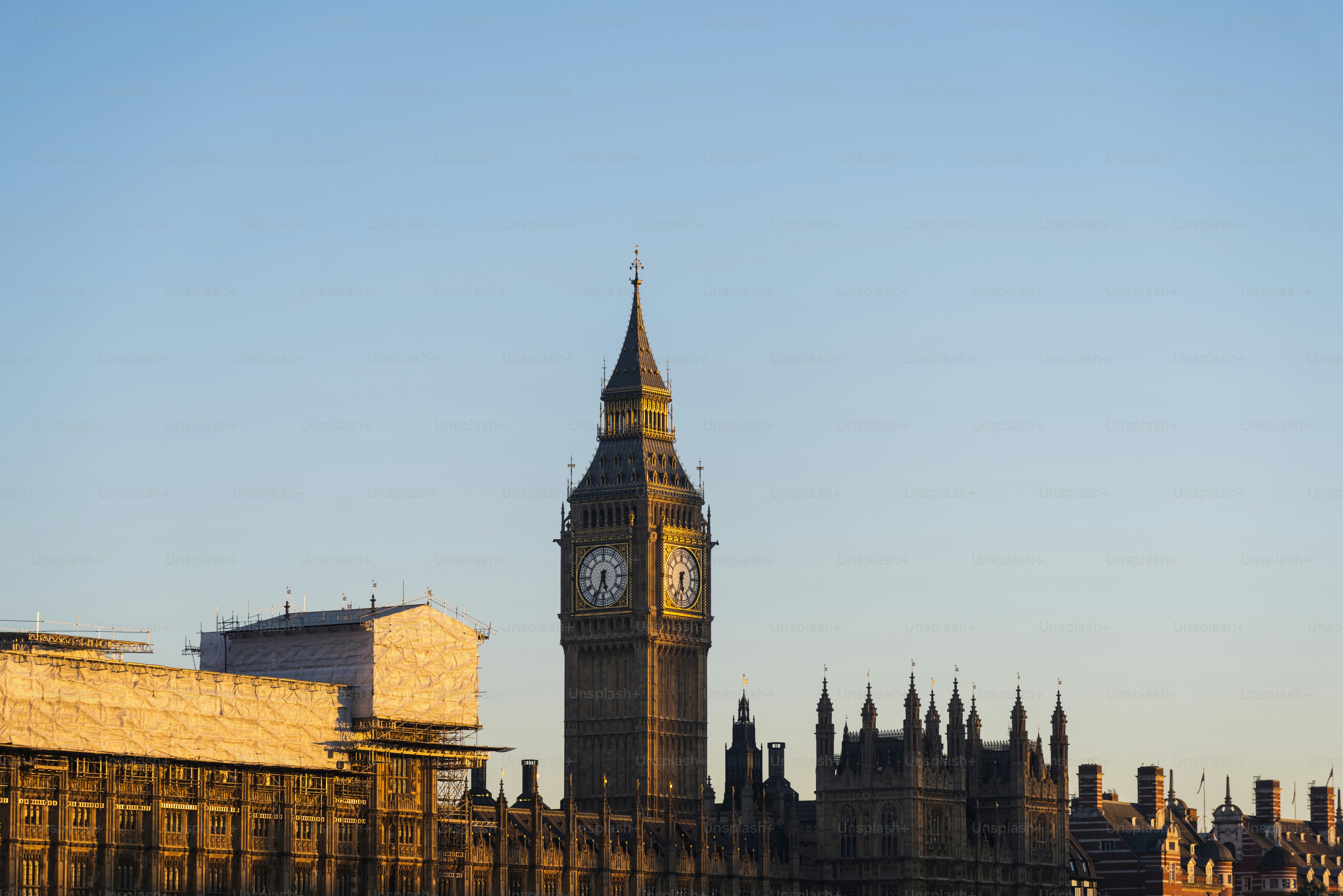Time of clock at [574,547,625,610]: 5:33
